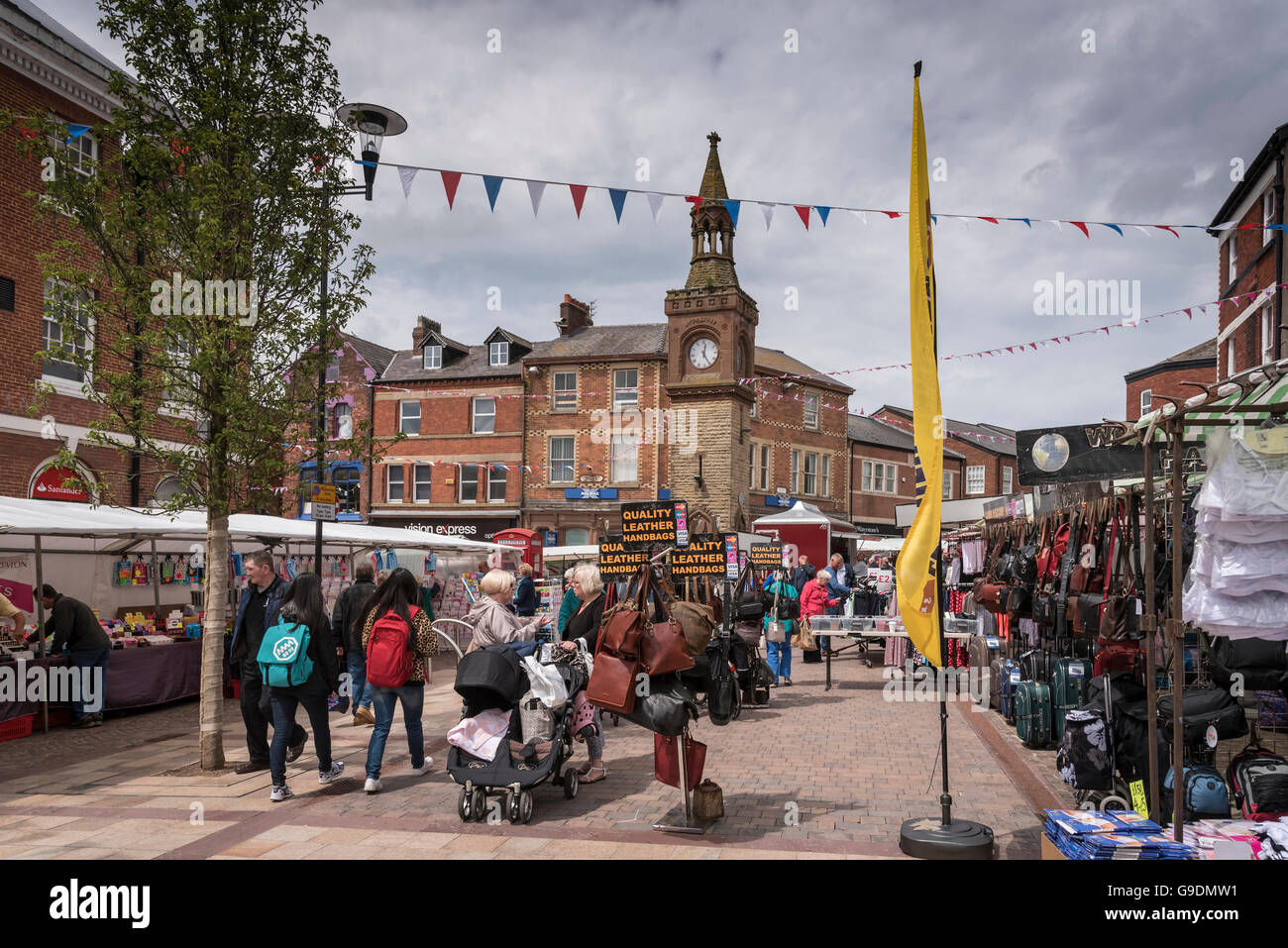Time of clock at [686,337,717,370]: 12:25
